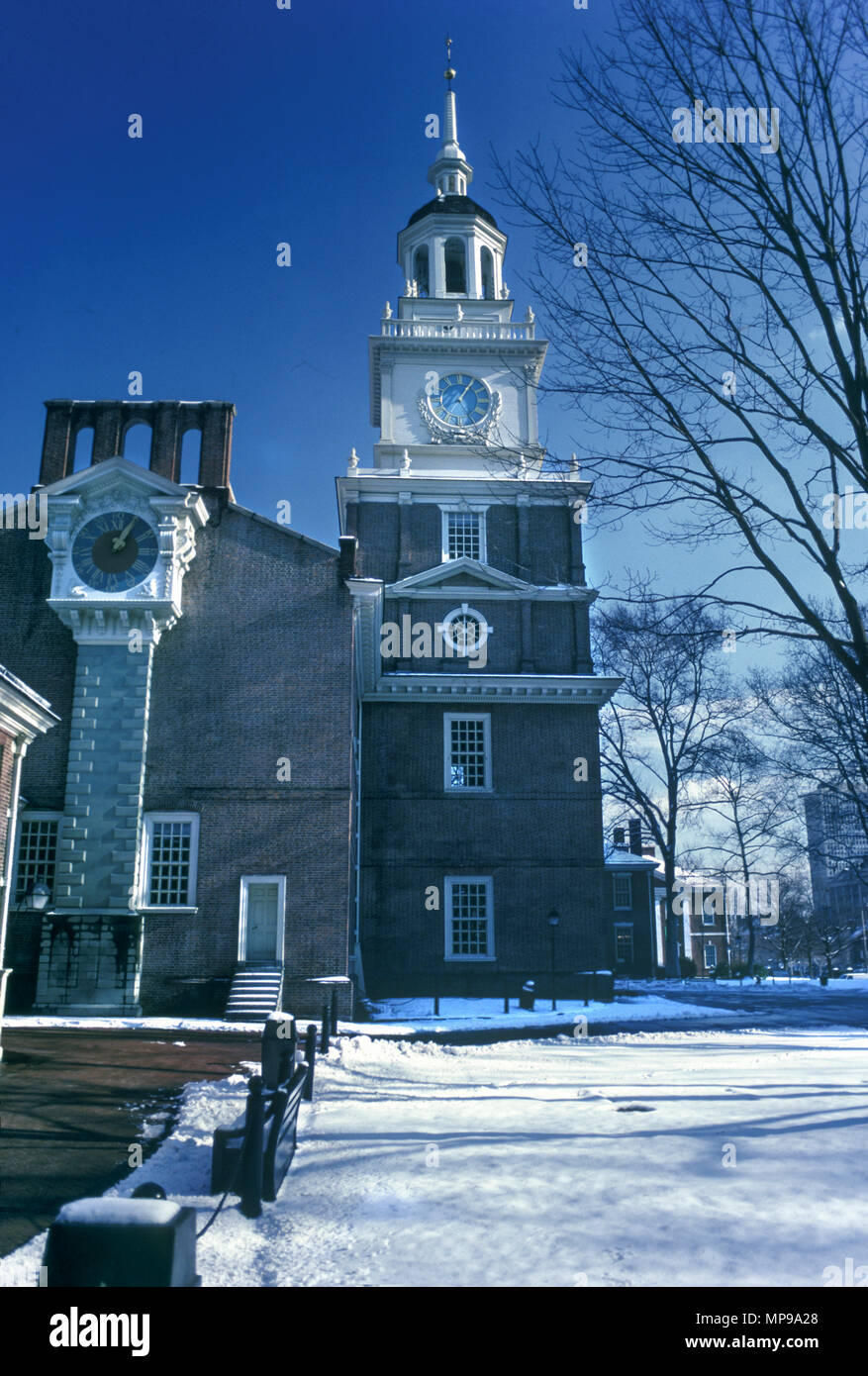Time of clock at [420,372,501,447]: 5:05
